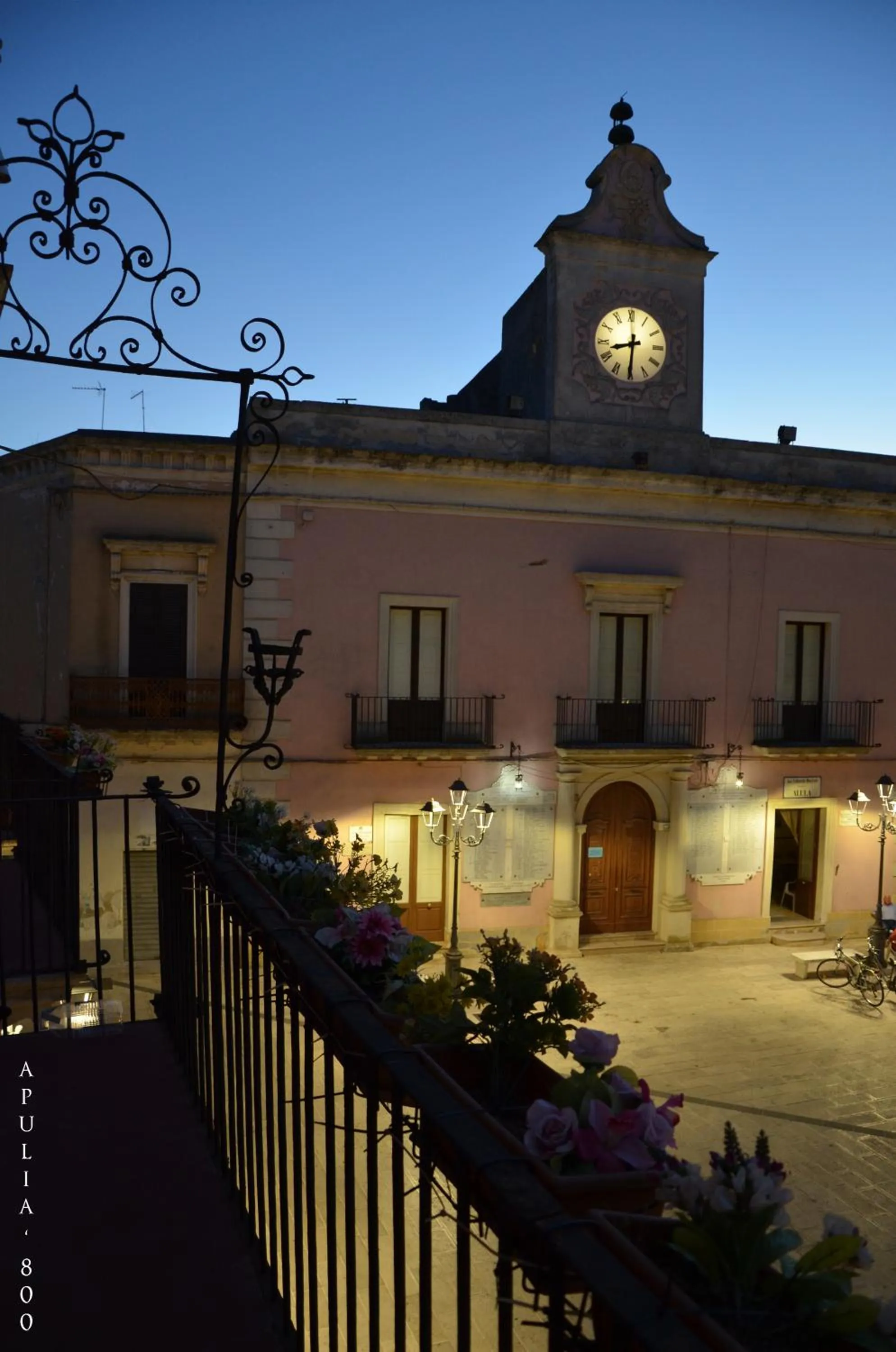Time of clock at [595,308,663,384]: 8:30
